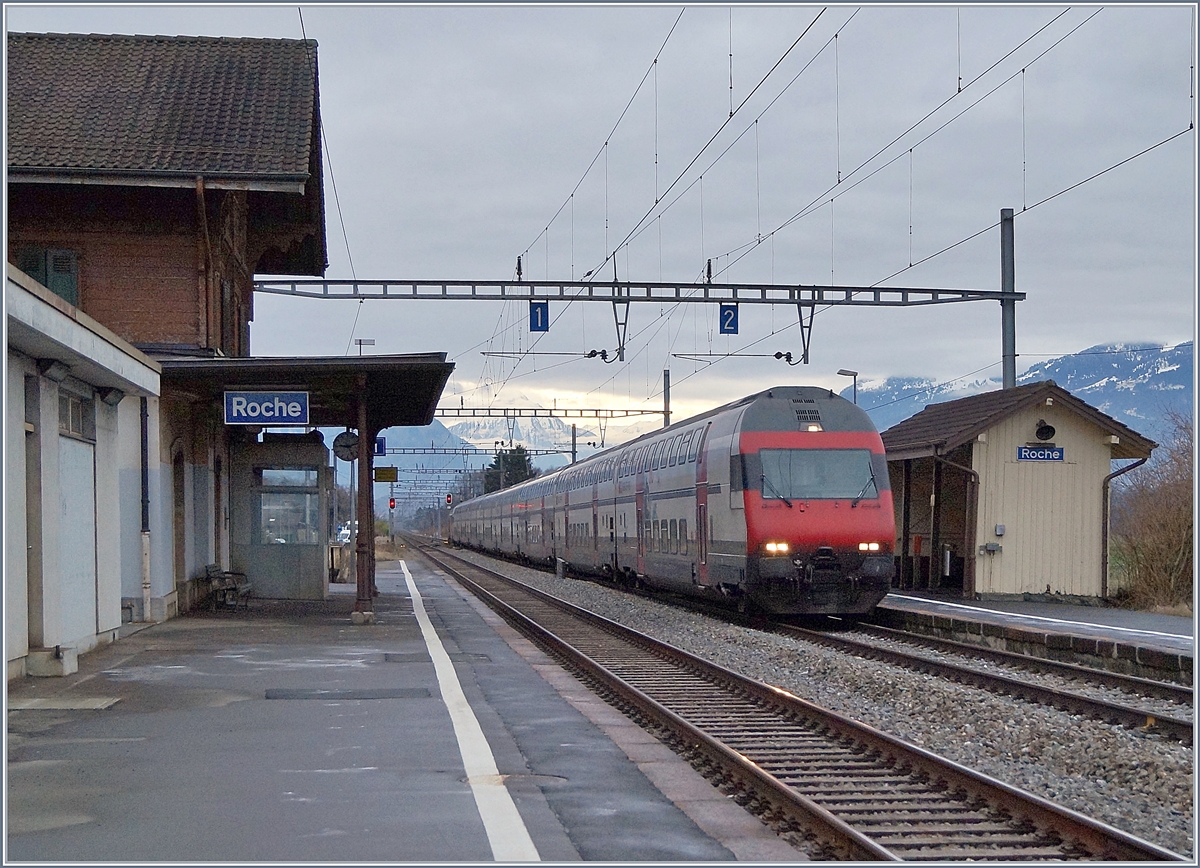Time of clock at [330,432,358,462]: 9:12
